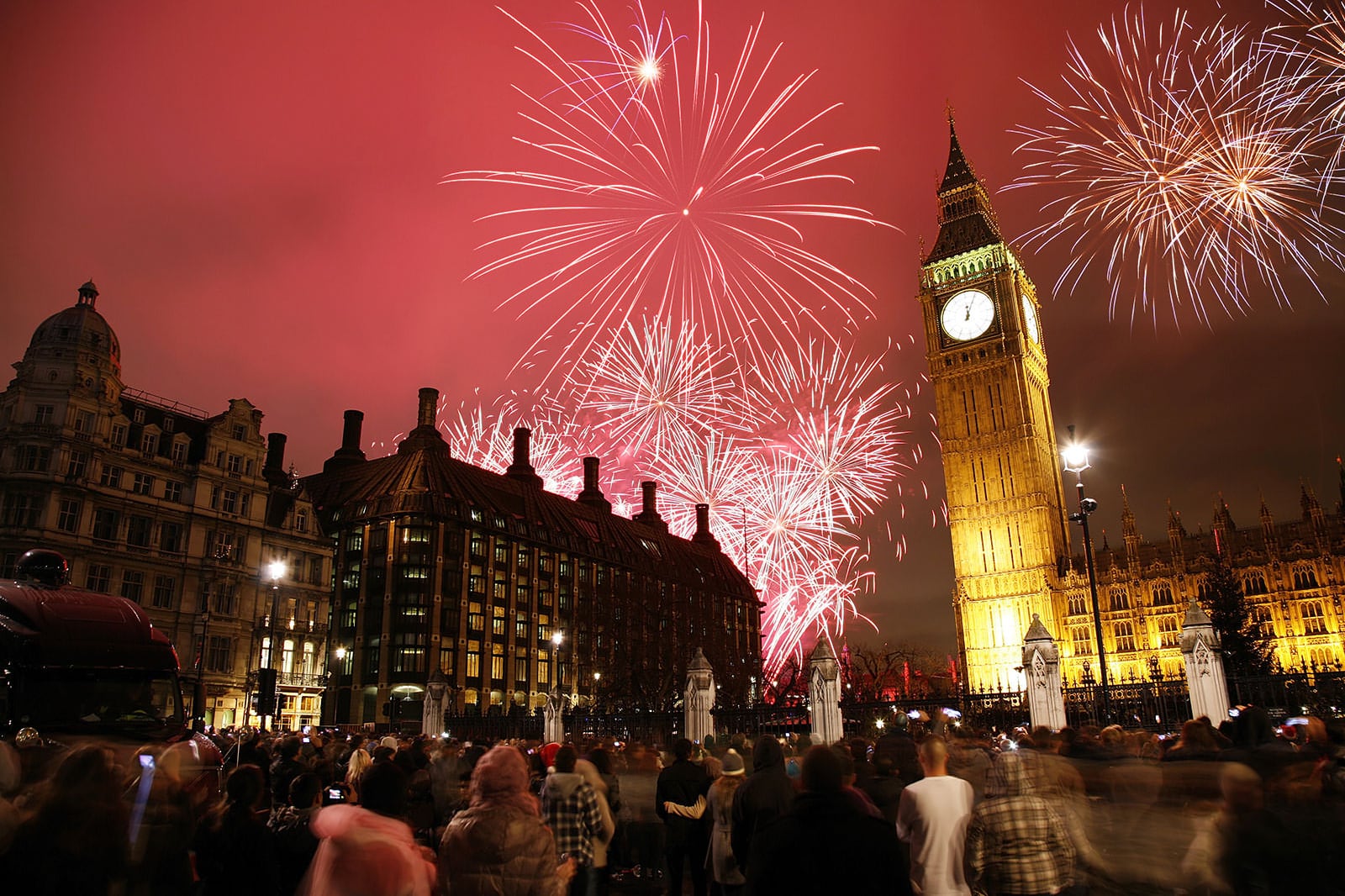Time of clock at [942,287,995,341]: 12:04
